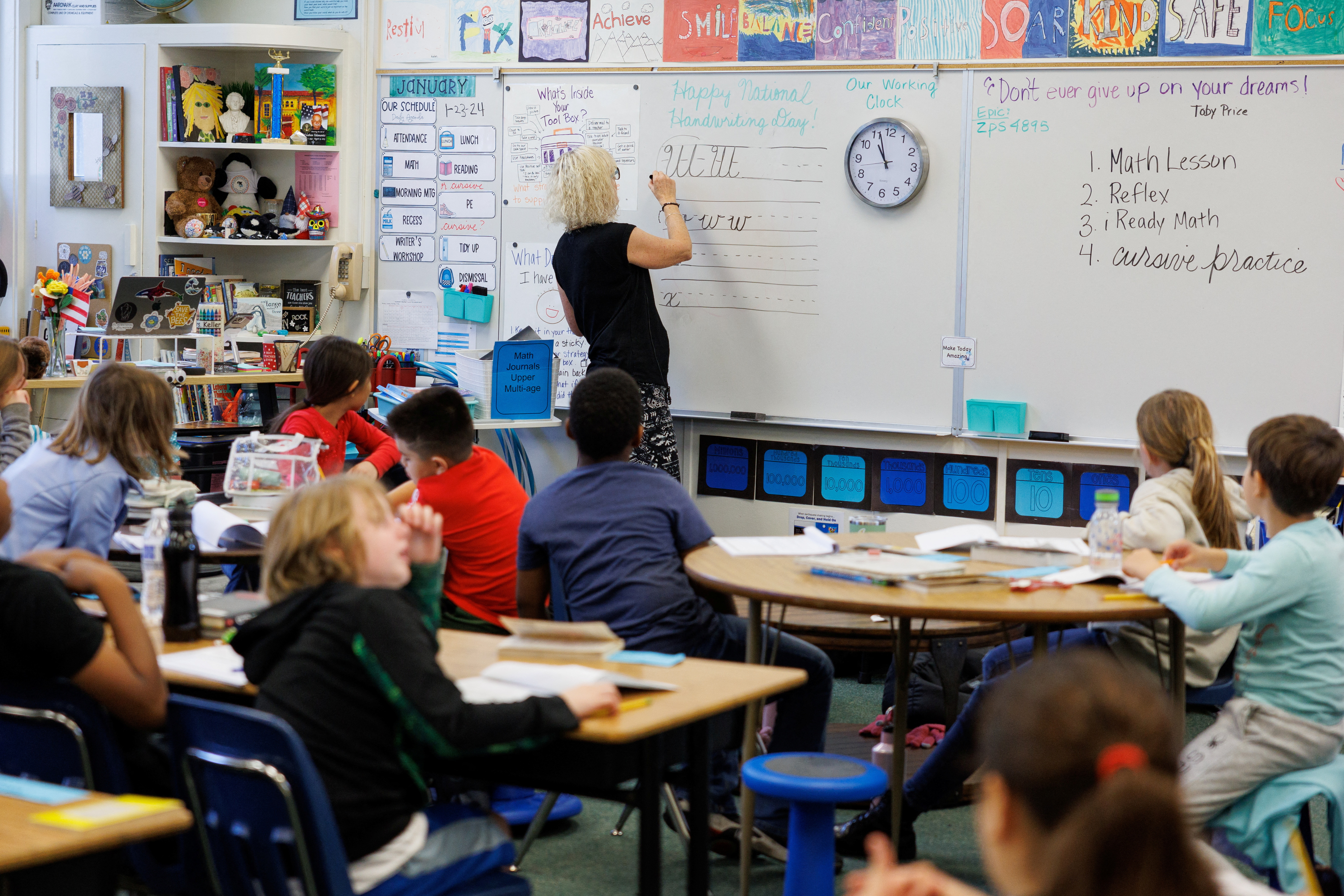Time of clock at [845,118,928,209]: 10:56
